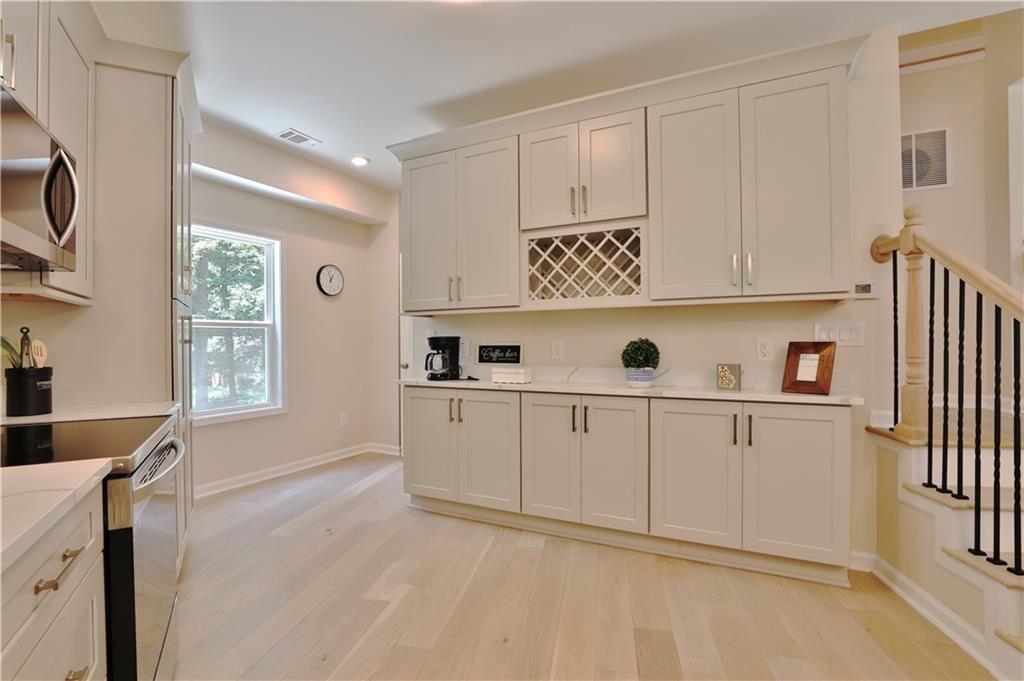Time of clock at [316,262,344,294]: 12:57
